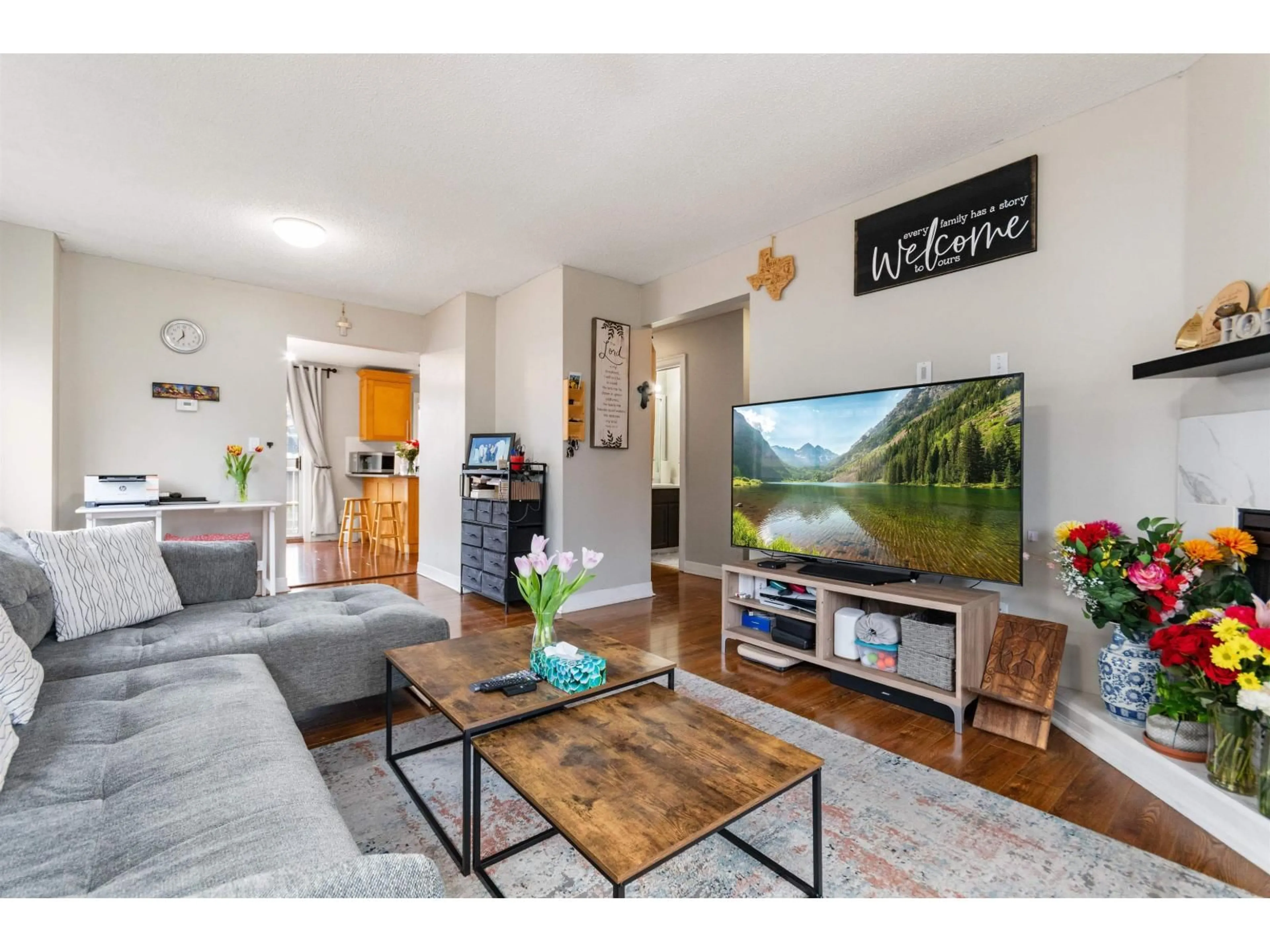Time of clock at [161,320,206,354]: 11:35
